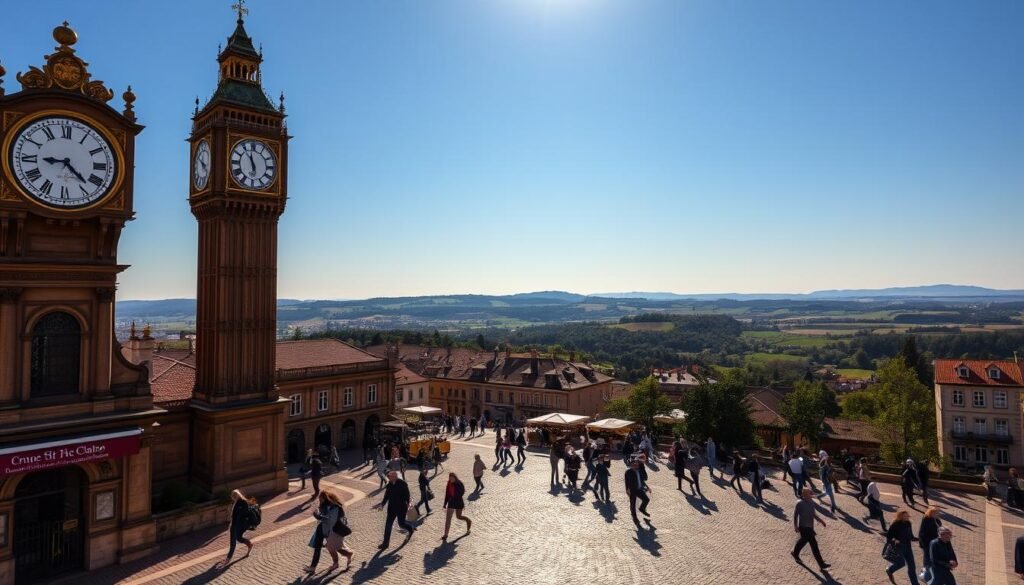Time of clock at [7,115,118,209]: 9:22
